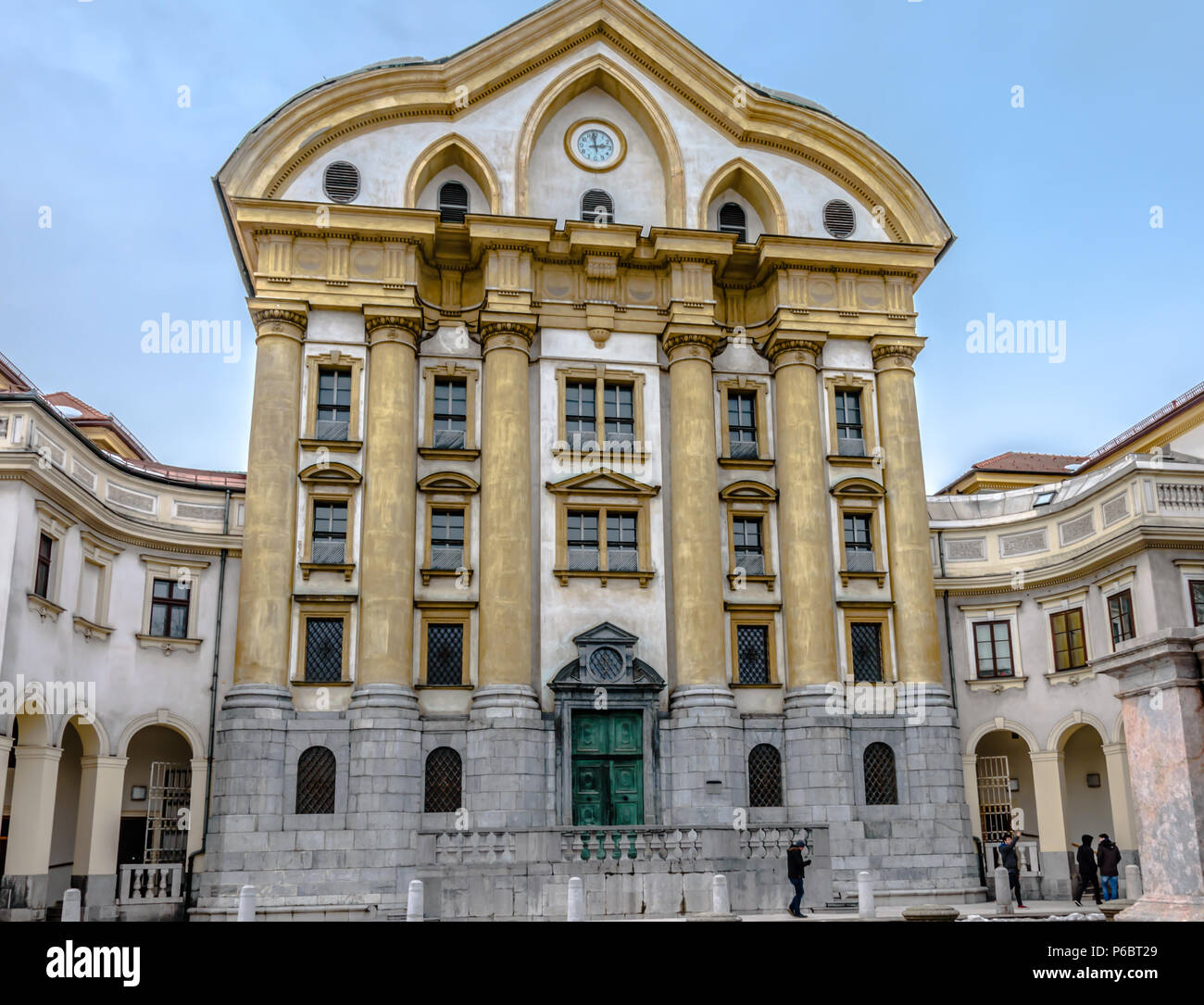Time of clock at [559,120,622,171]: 2:58
